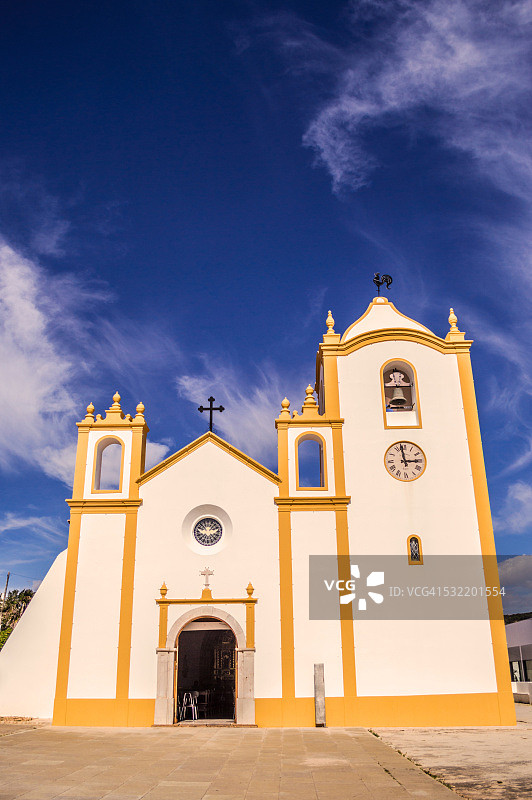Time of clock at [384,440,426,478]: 2:58
